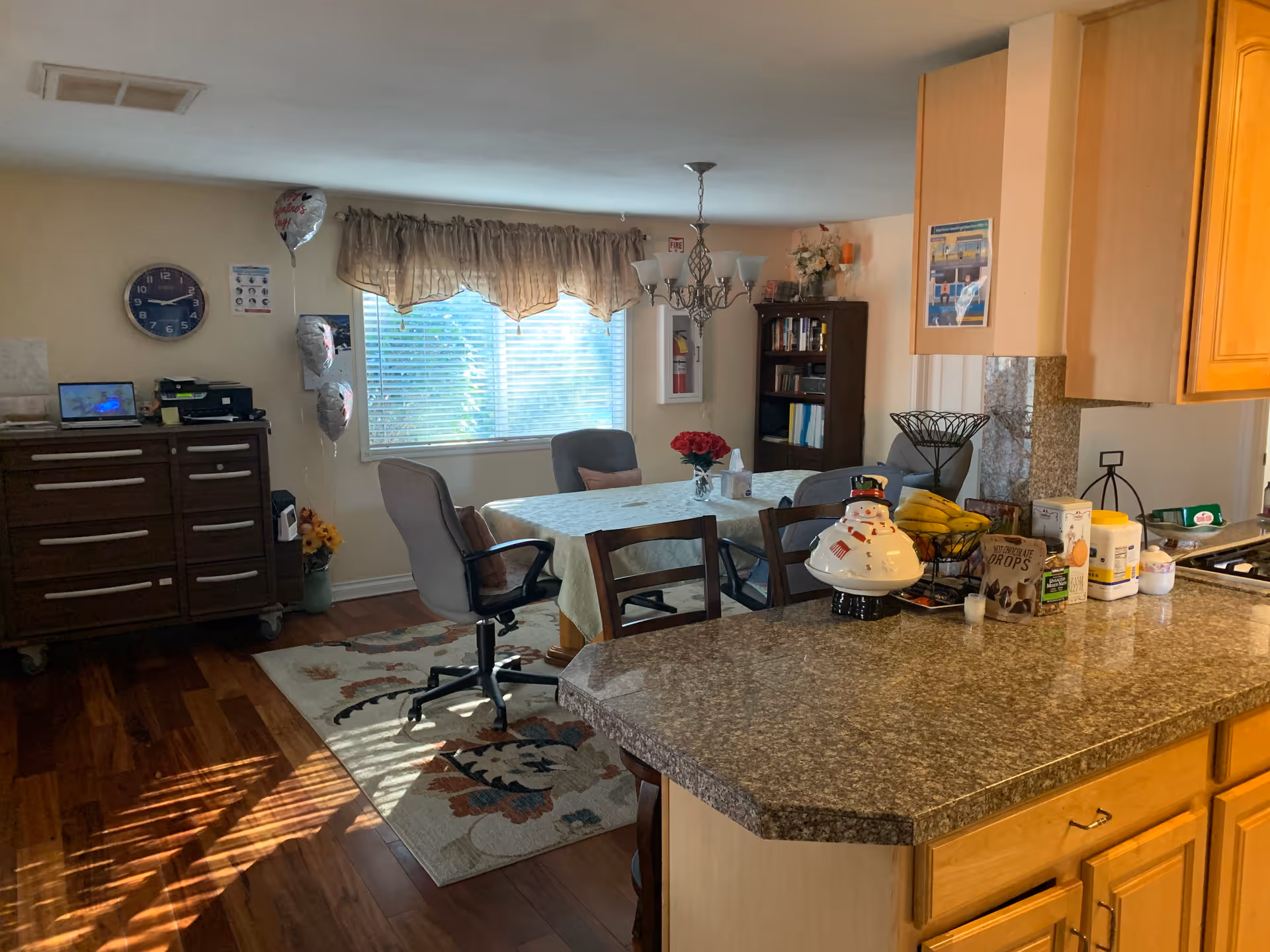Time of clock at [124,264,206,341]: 9:11
